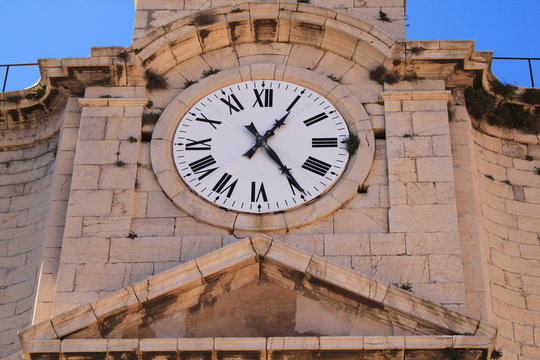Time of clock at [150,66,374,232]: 1:24
